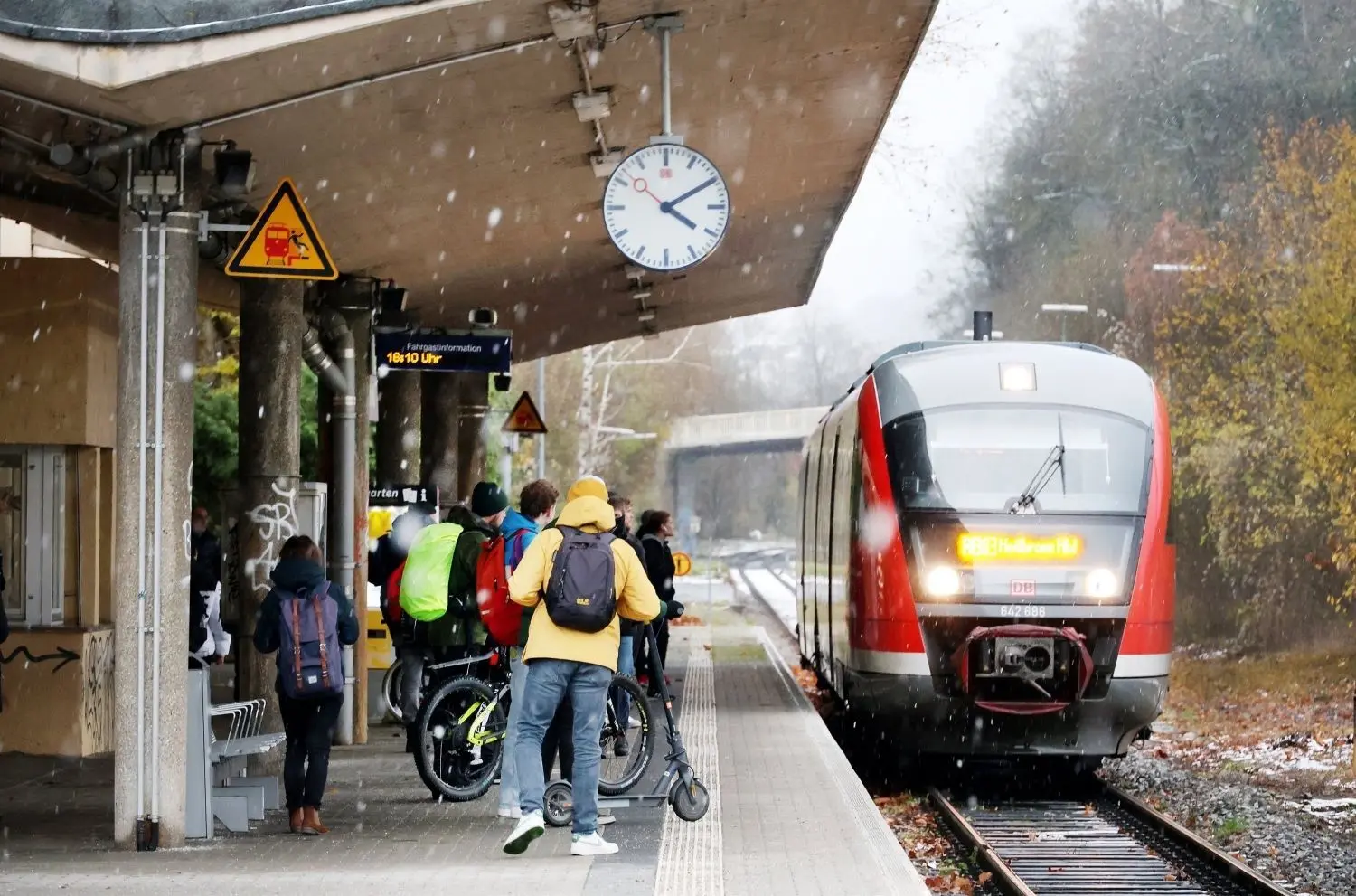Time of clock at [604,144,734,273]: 4:09
